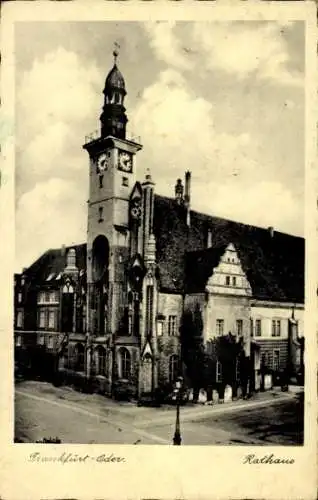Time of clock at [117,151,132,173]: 5:11
